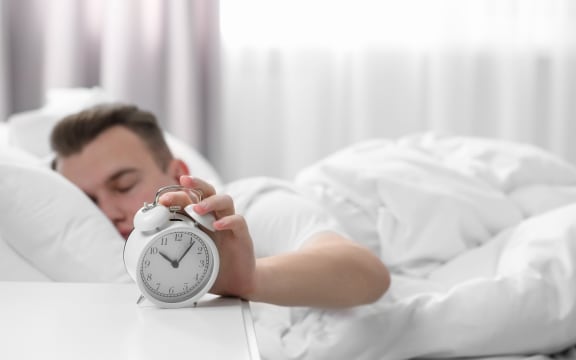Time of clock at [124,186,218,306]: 10:06
